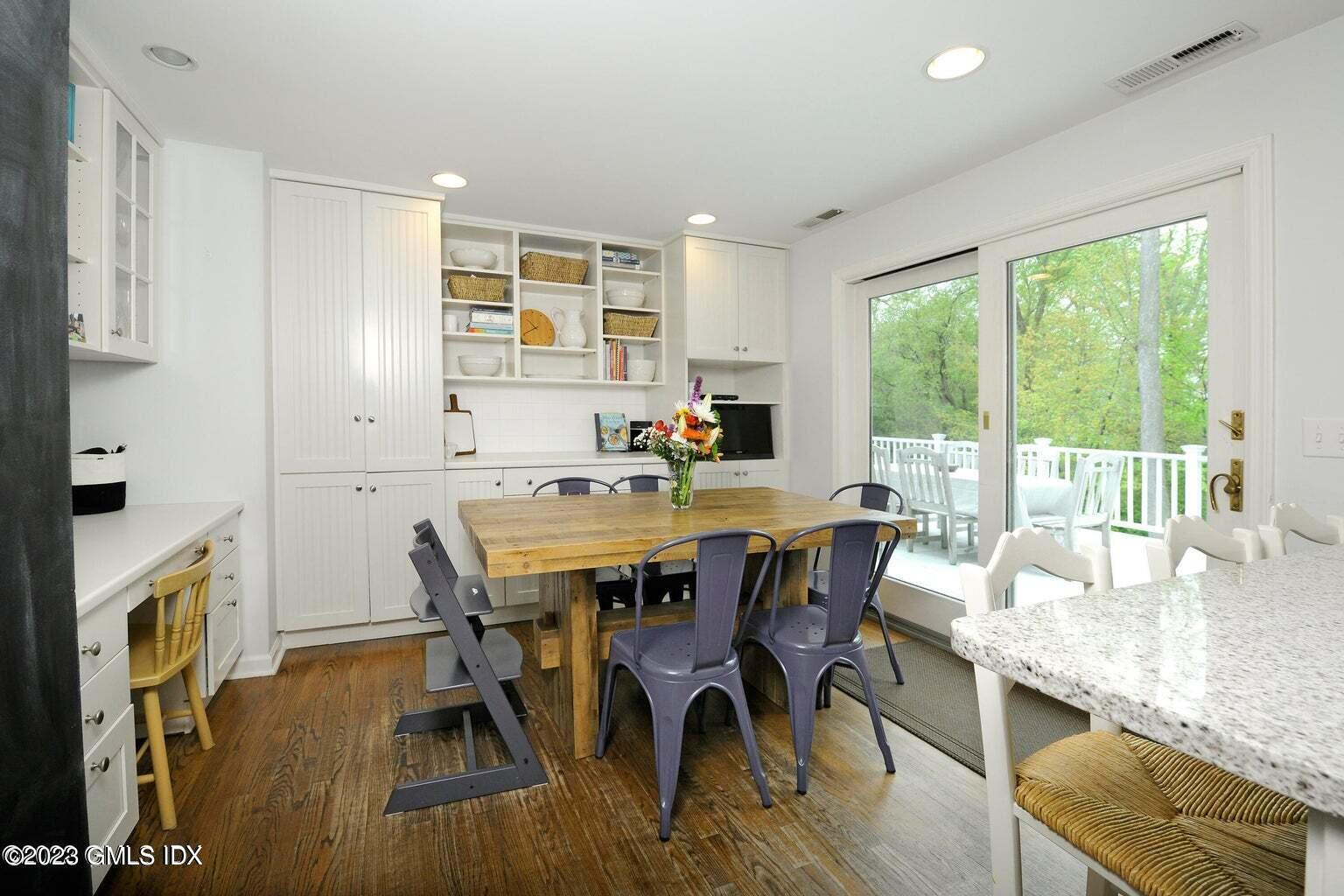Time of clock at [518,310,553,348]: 10:41
